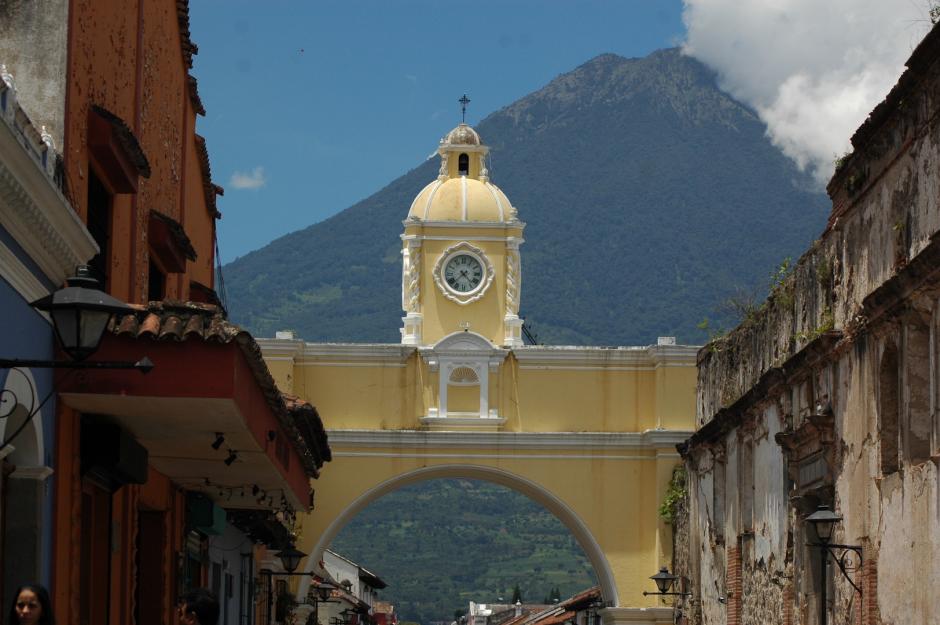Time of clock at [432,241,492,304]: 4:37
